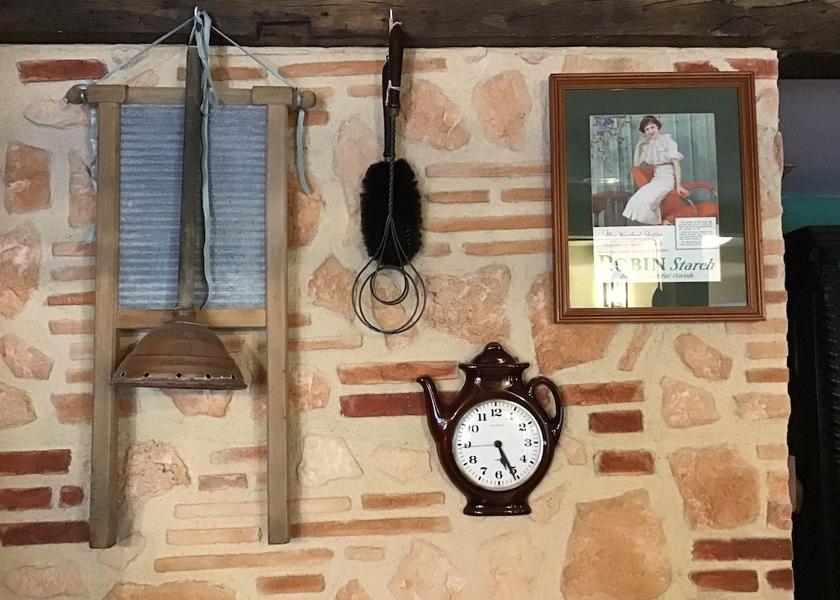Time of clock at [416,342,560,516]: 5:25
